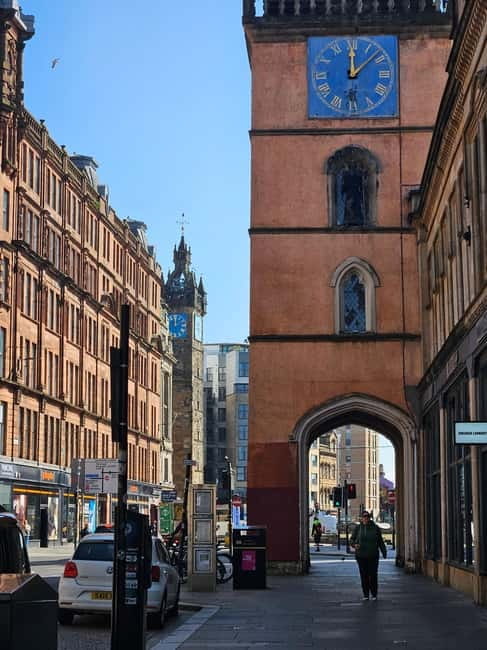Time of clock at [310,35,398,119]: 12:07
